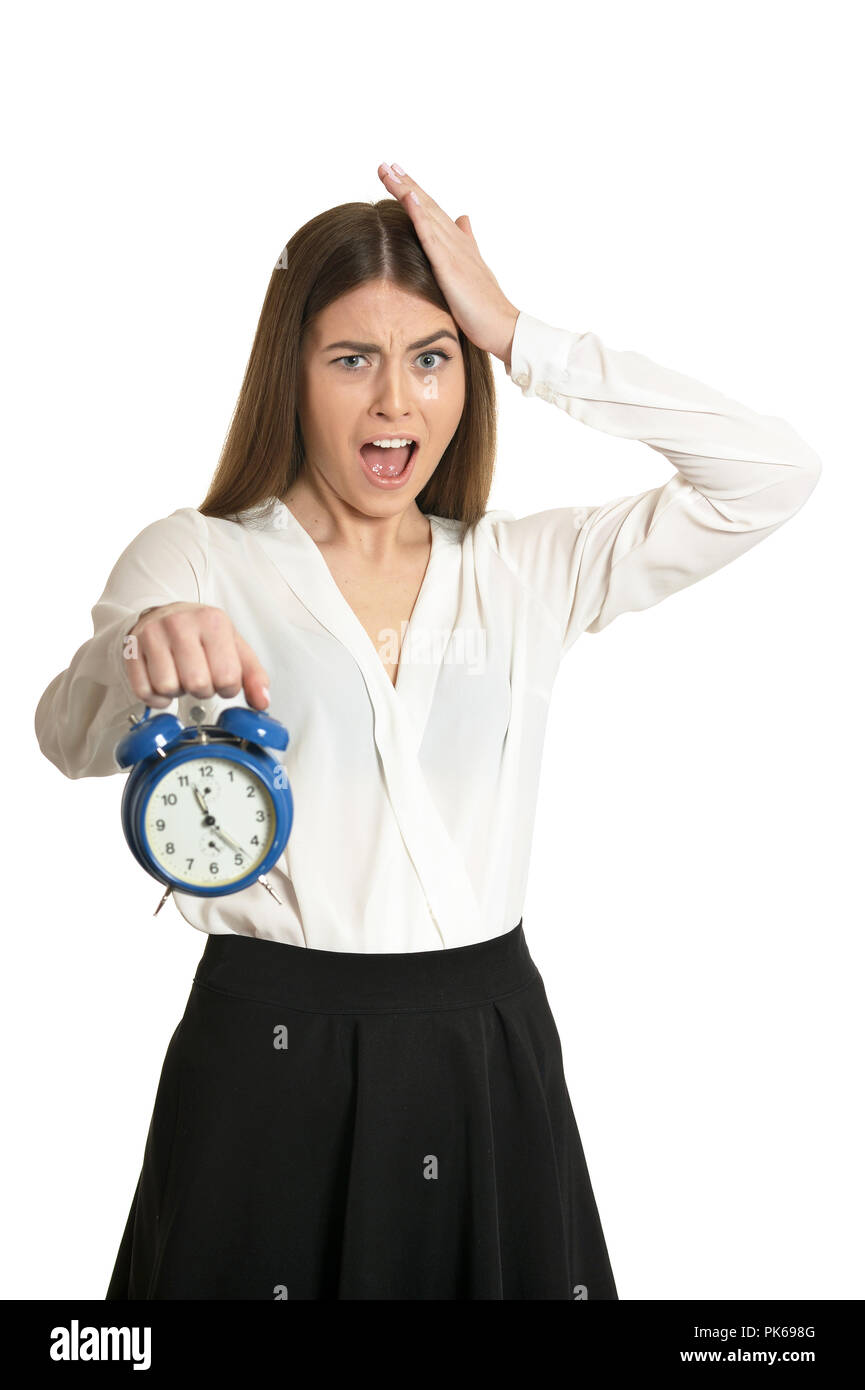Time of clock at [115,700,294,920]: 11:23
